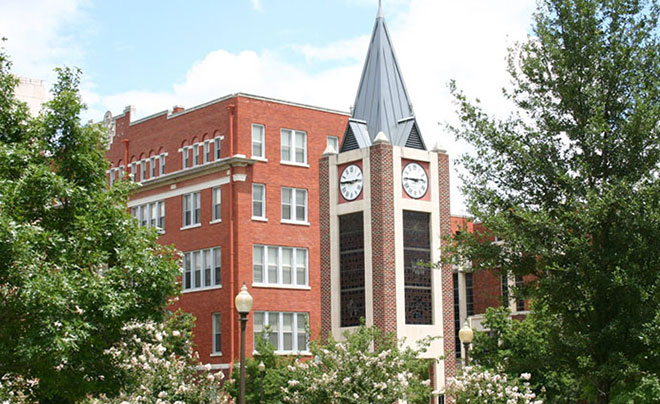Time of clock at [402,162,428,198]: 2:45
